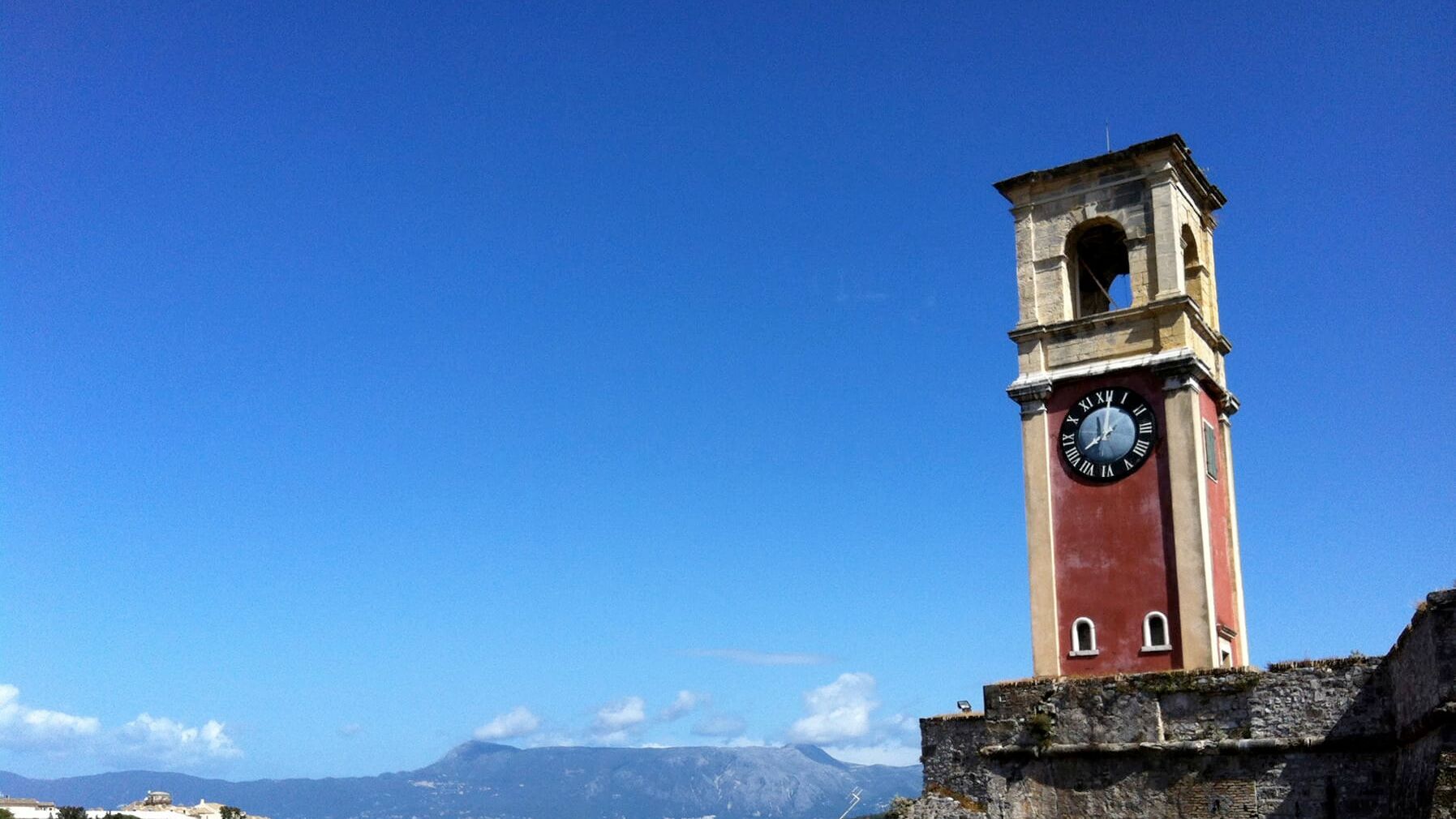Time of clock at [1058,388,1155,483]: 8:01
